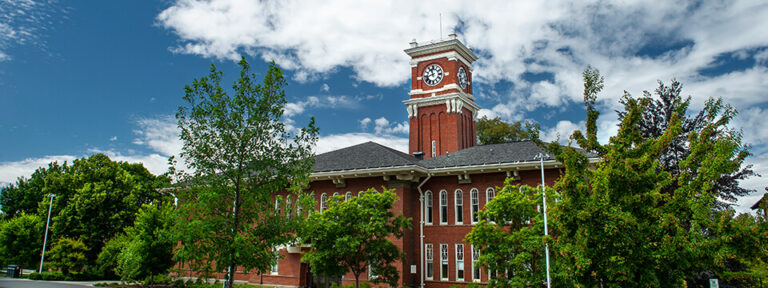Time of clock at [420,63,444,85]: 11:42
